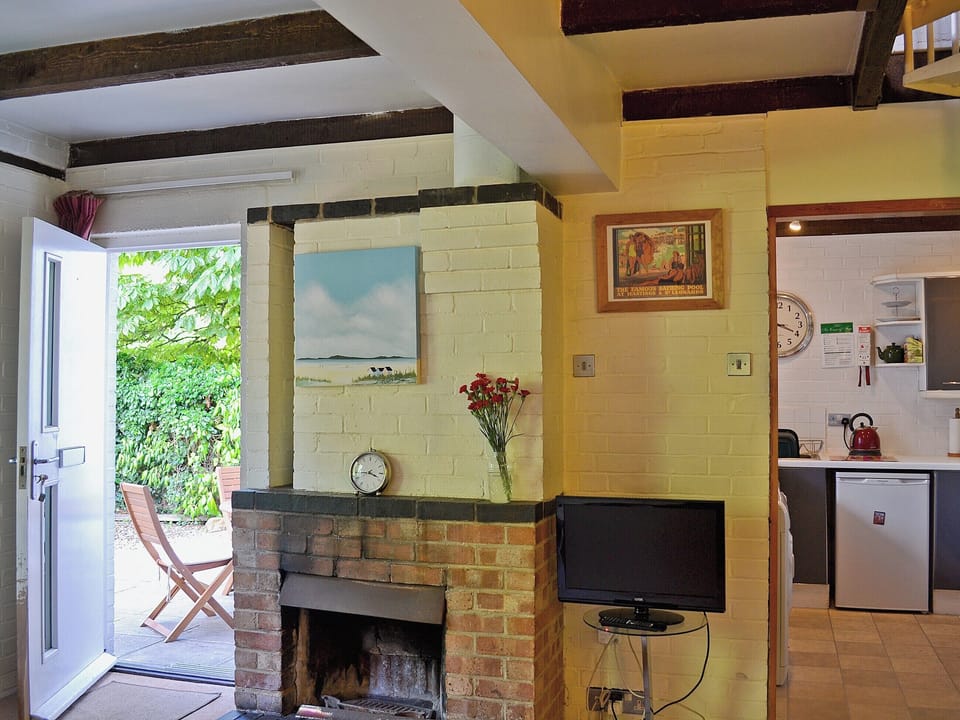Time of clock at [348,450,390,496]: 3:44
